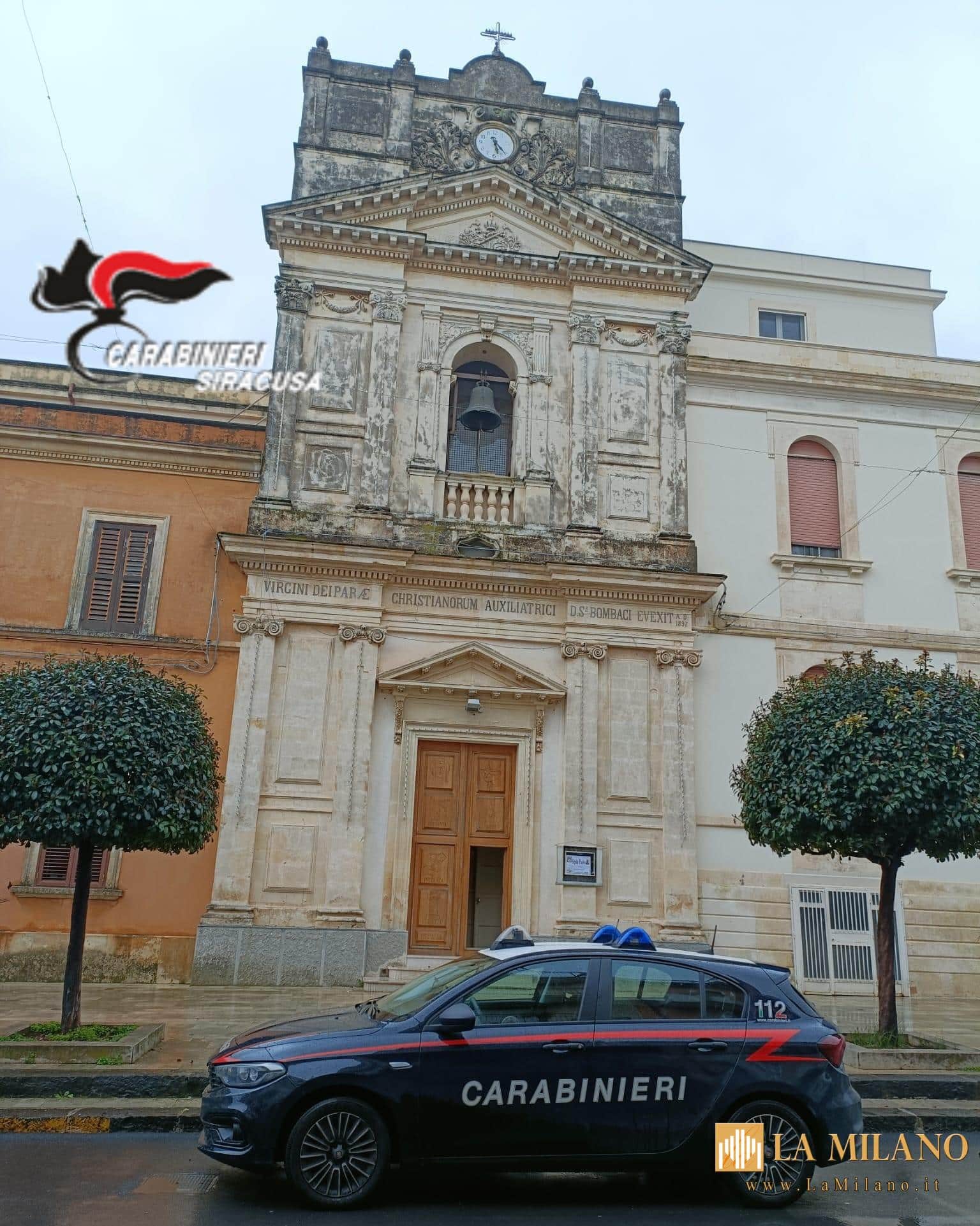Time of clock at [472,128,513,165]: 5:22
